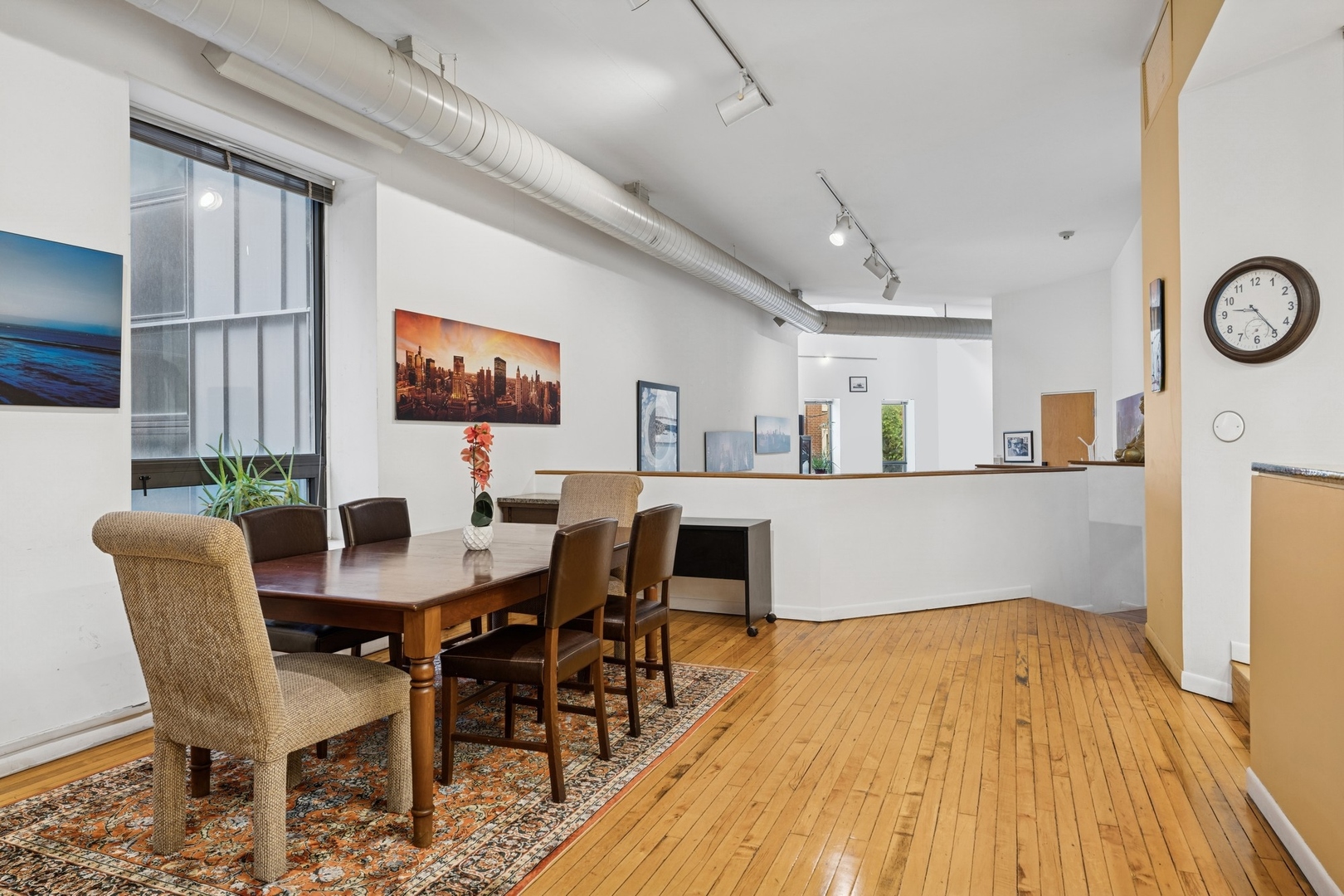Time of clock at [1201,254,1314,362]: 9:23
